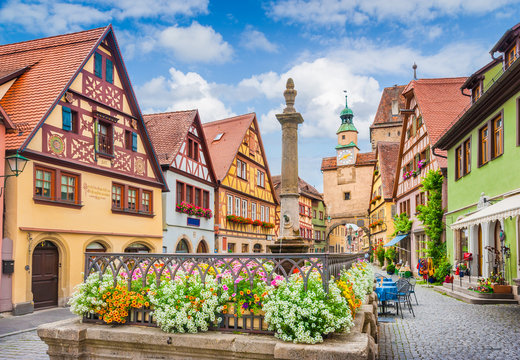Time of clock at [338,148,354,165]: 8:11
